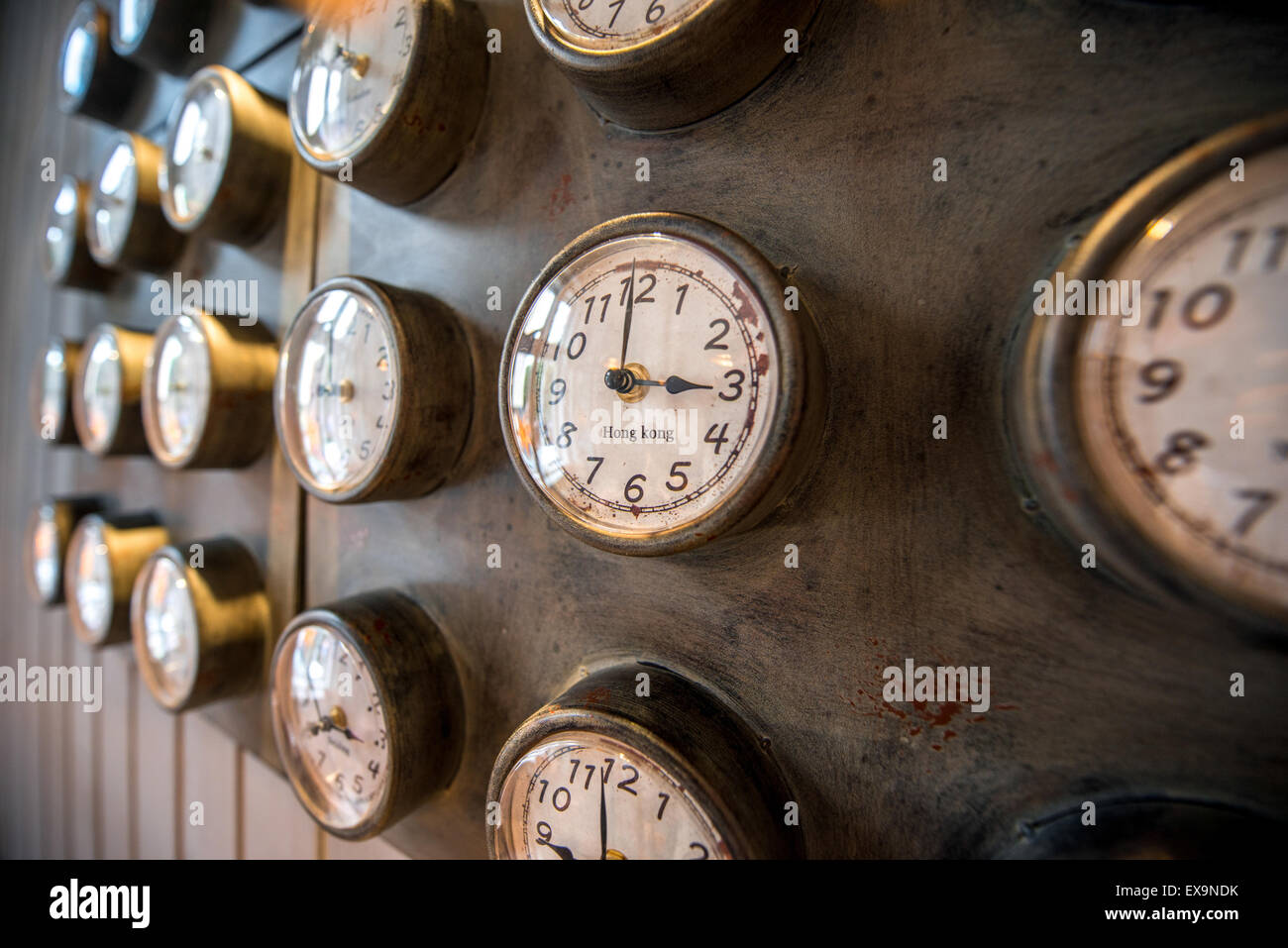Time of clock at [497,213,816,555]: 3:00
